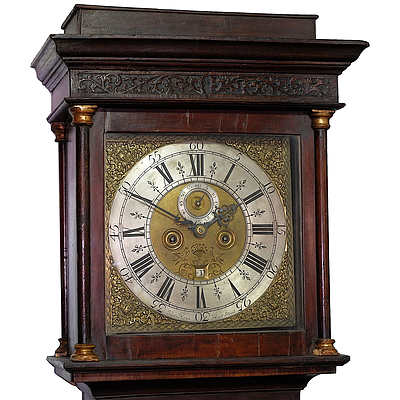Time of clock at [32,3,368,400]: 1:49
